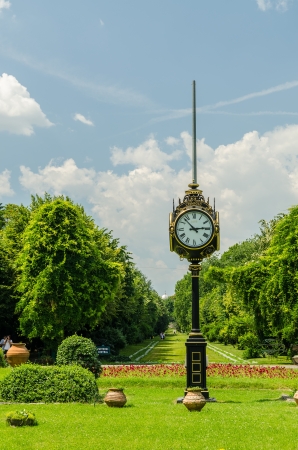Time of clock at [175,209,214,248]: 2:52
